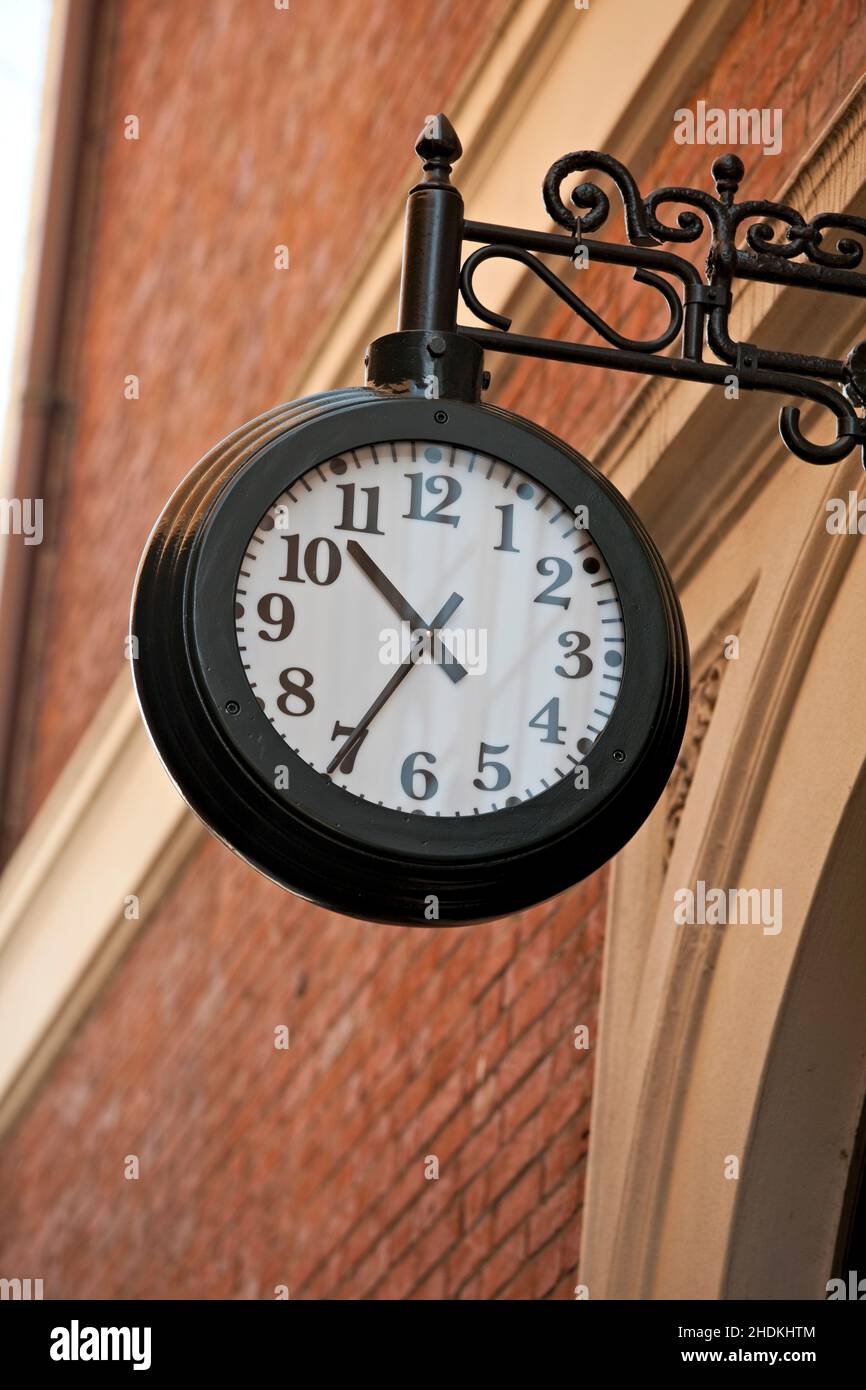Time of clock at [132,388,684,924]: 10:34
